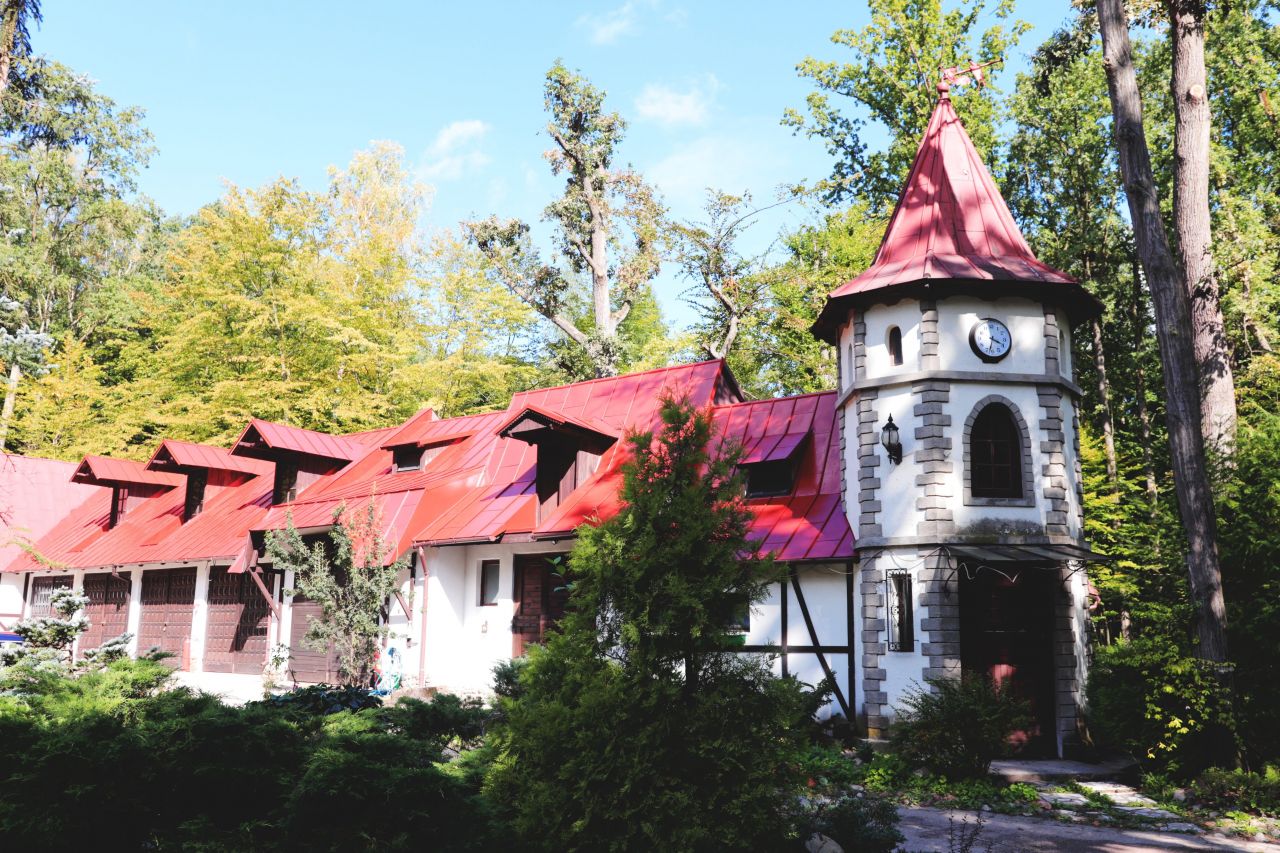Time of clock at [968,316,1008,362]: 3:32
